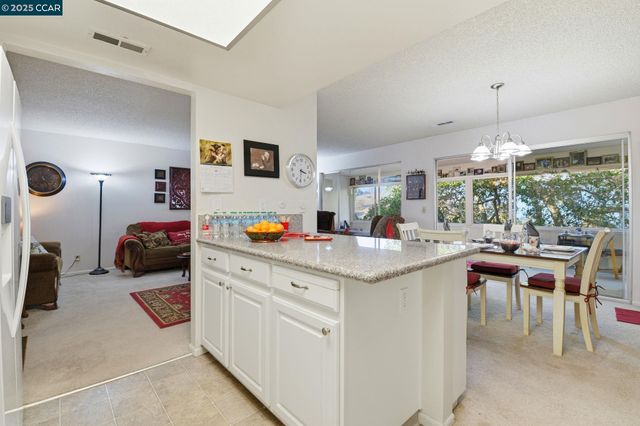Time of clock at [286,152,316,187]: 3:30
